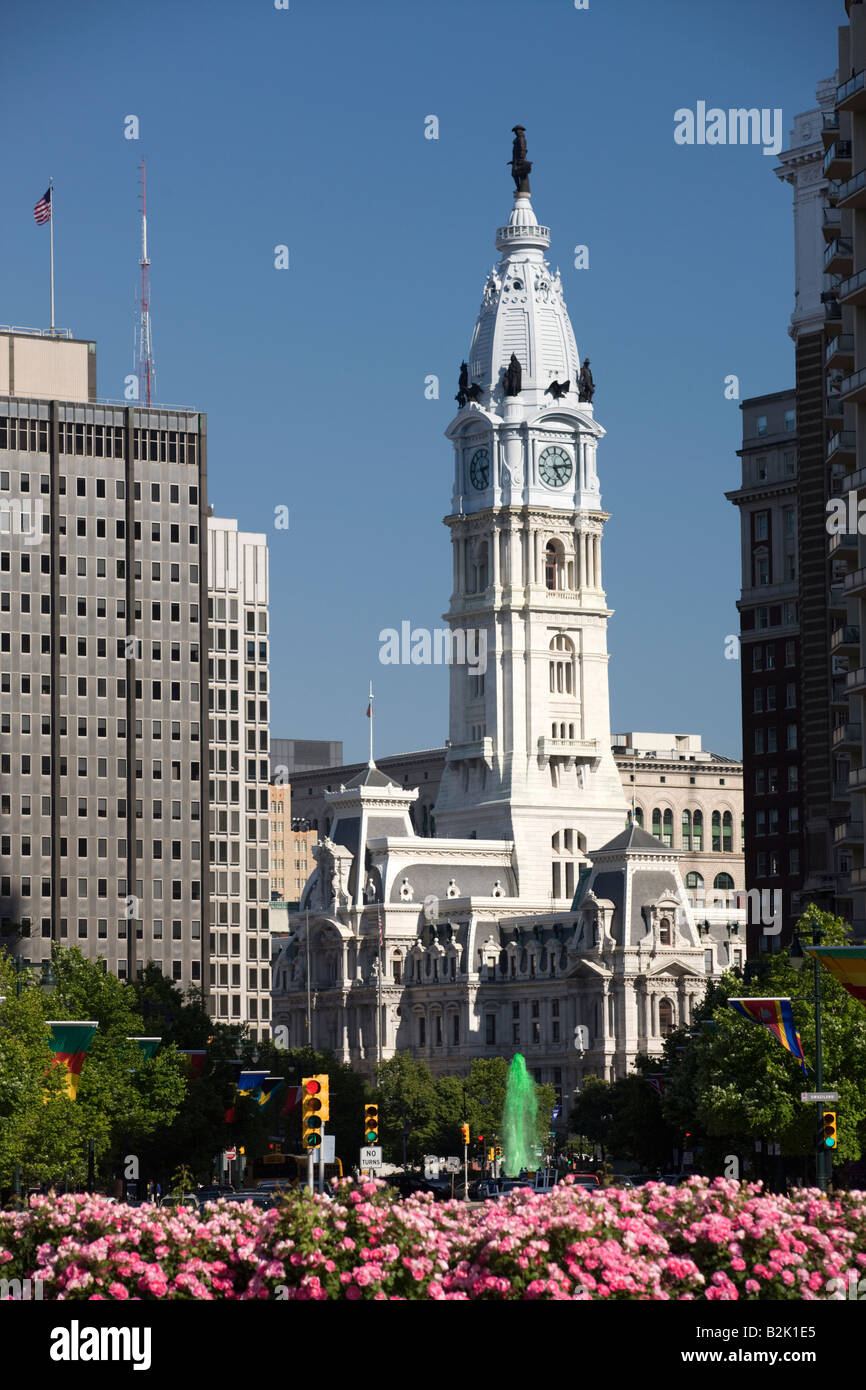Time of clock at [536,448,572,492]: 5:13
